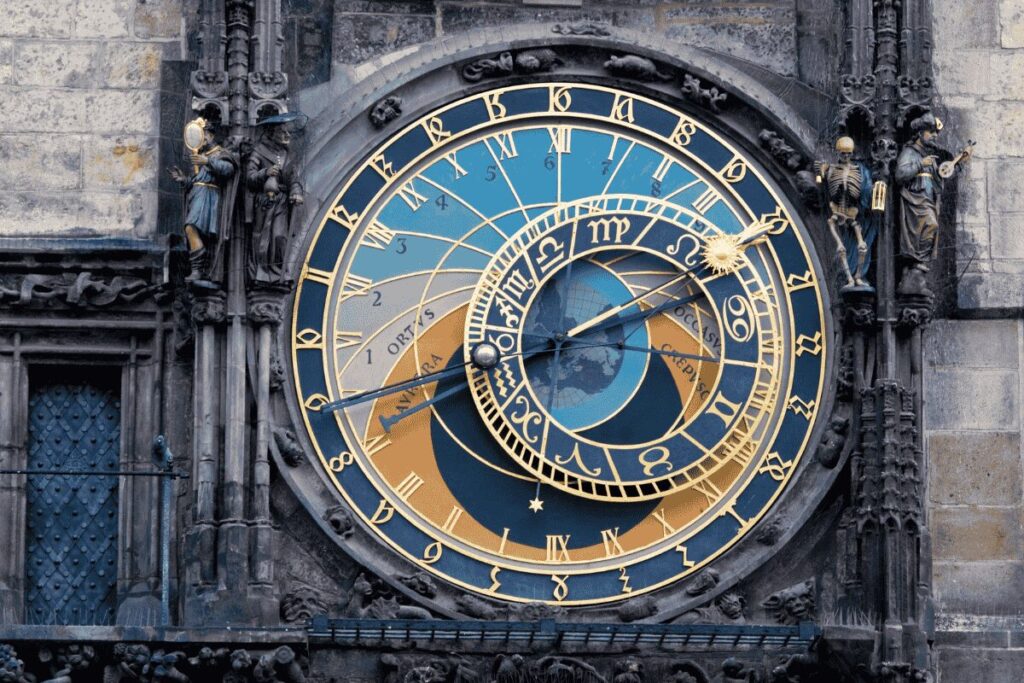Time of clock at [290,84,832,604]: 8:11
